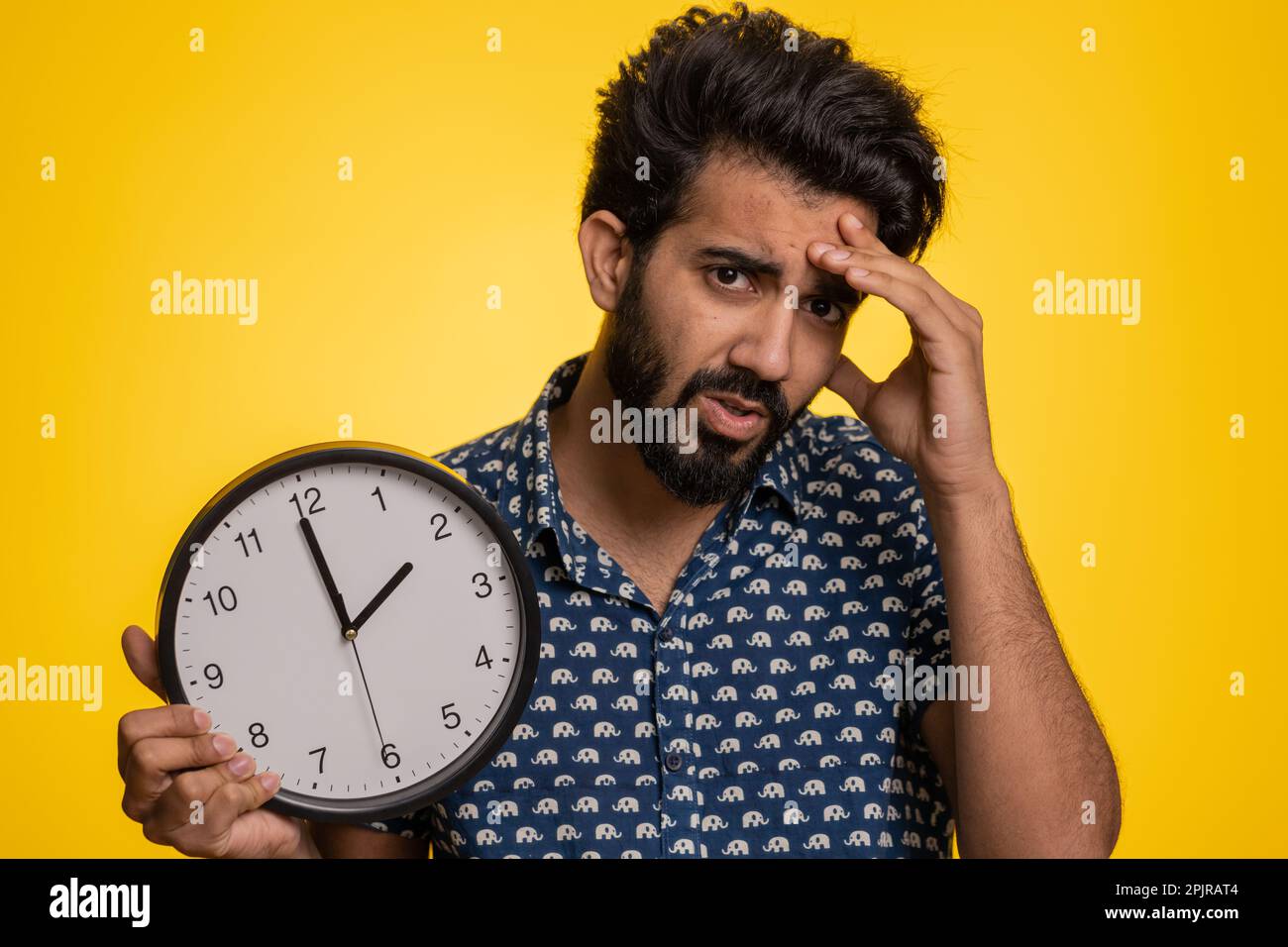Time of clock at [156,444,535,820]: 1:59
